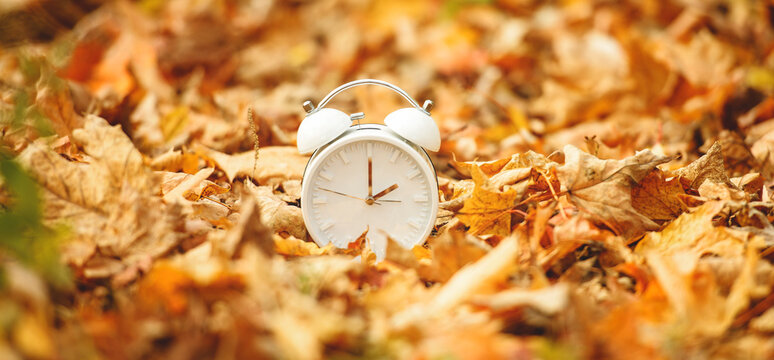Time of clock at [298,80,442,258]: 2:00
